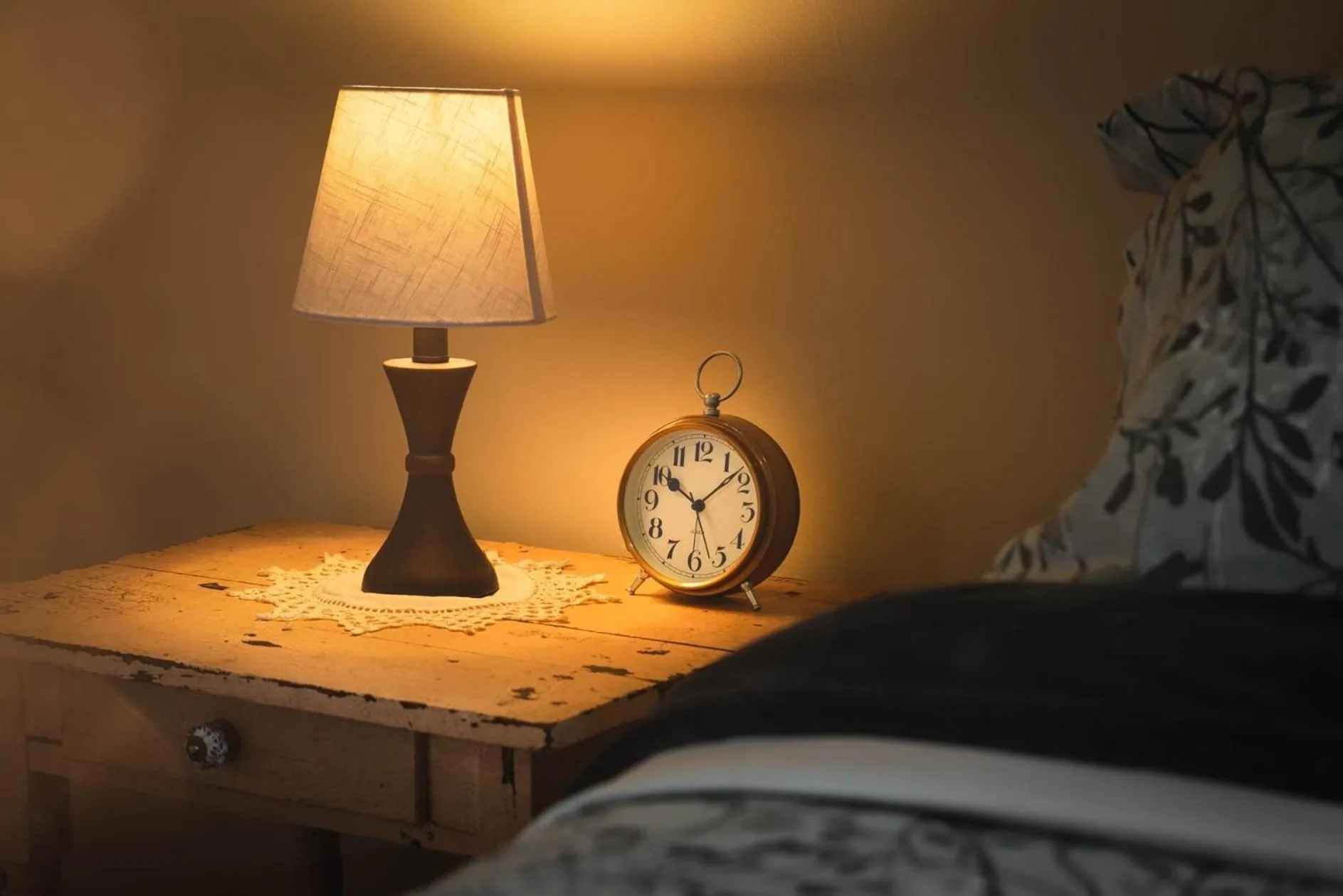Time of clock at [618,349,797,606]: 10:08
